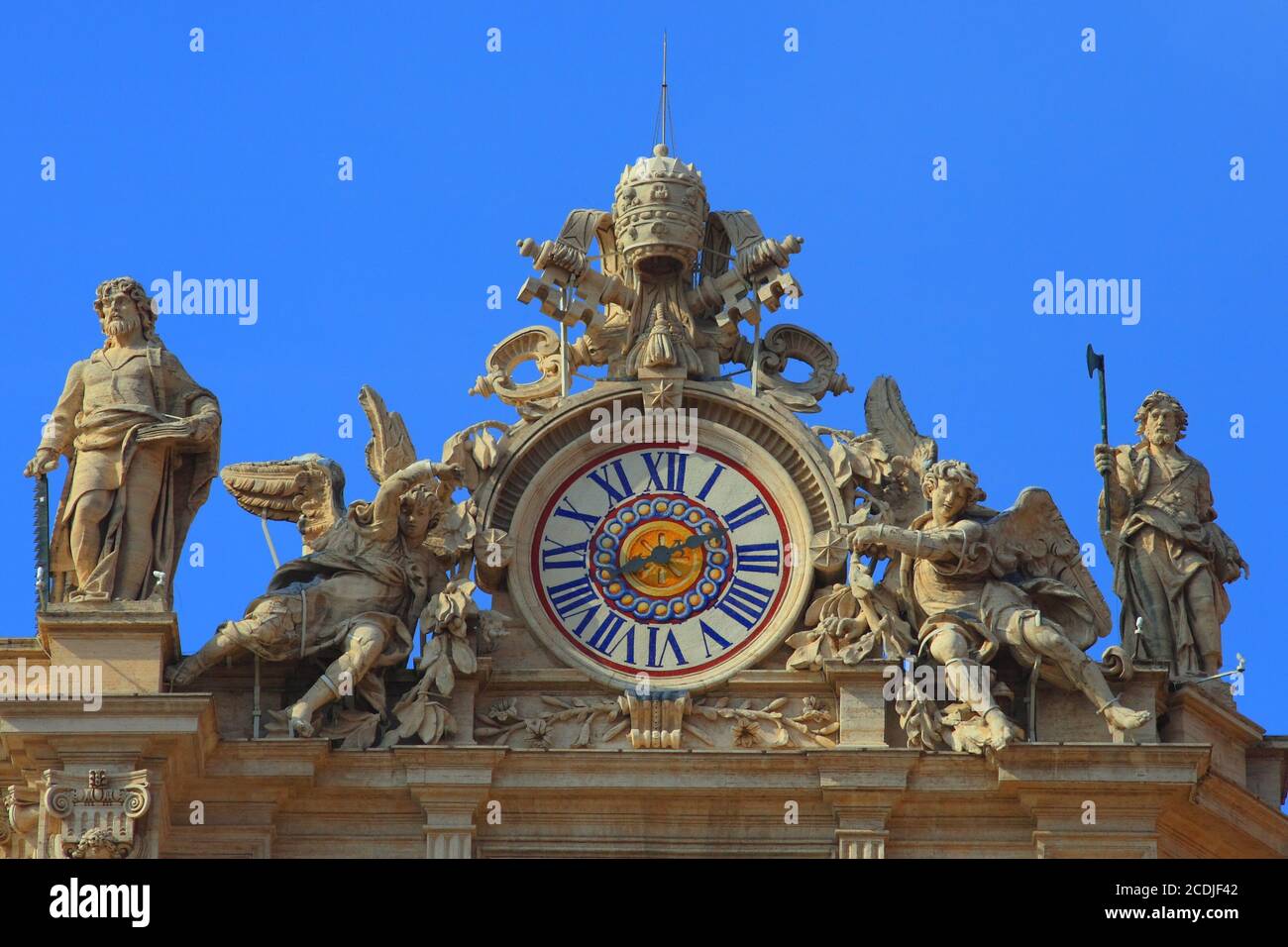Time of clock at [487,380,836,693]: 8:11
